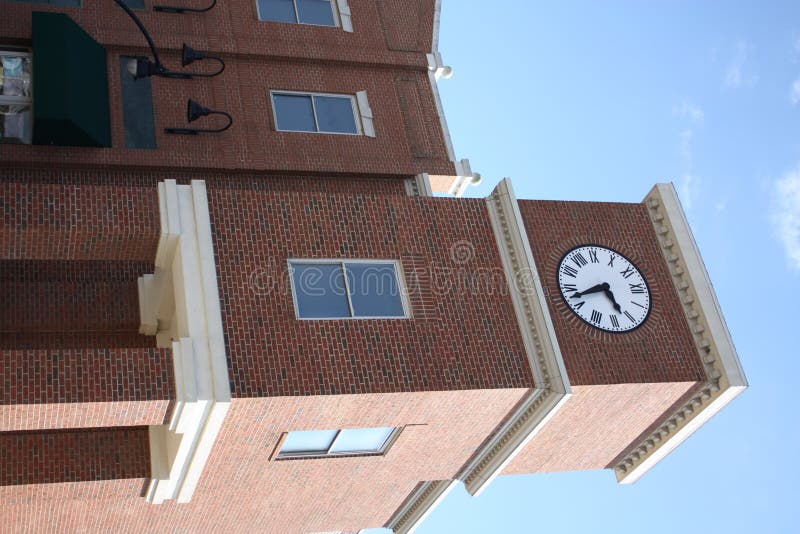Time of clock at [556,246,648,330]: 5:42
